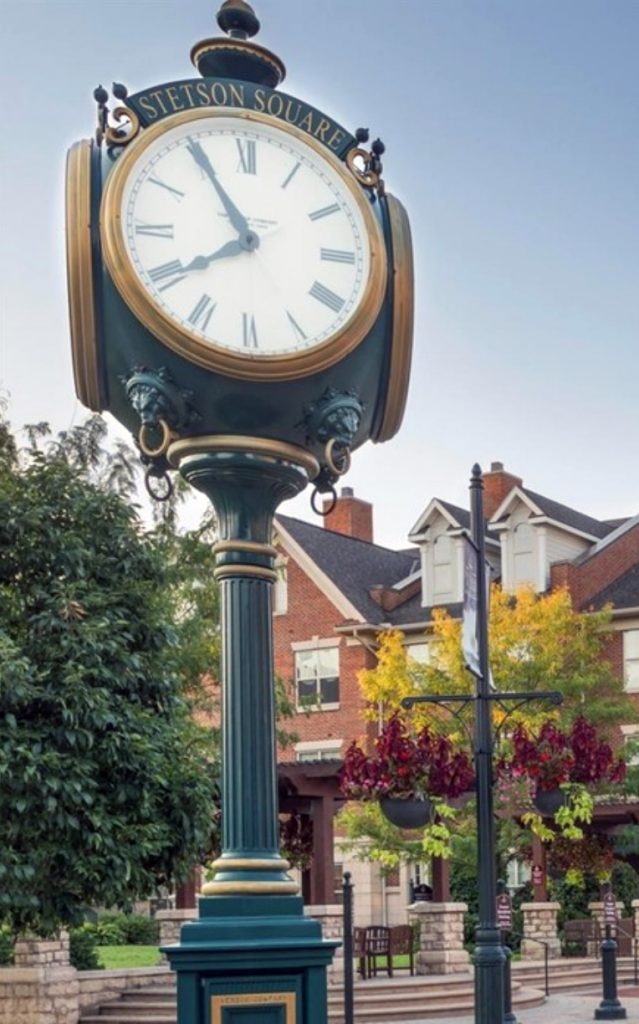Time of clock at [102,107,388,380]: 7:54
